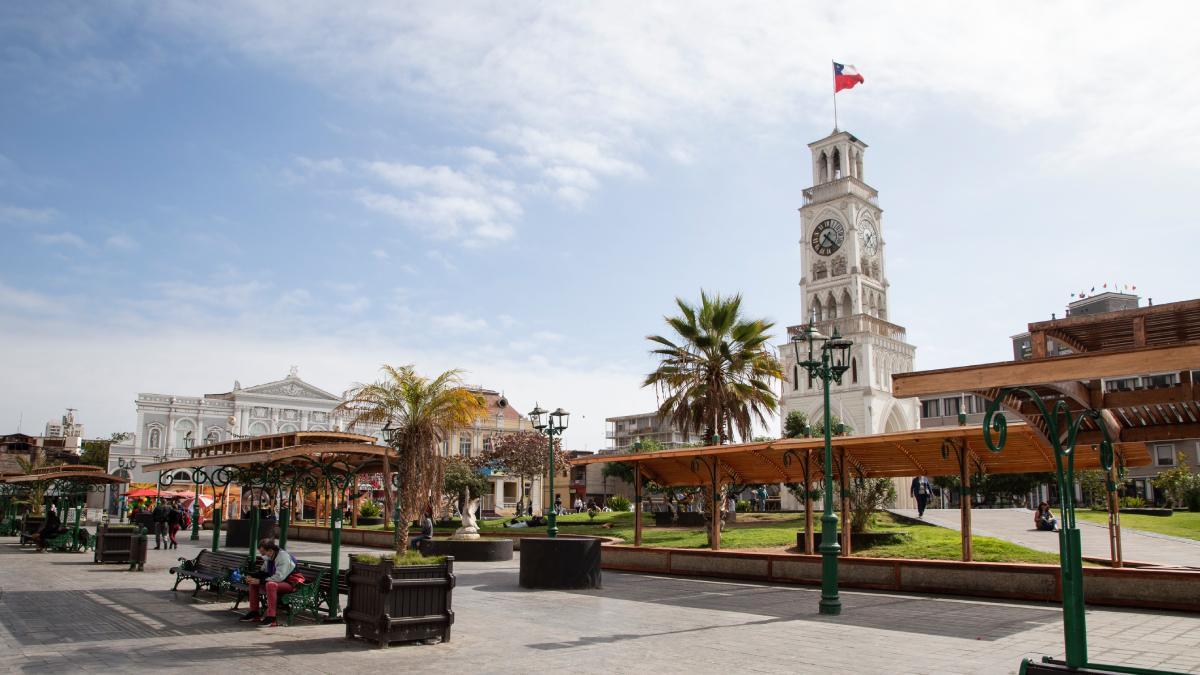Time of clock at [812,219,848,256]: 4:35
